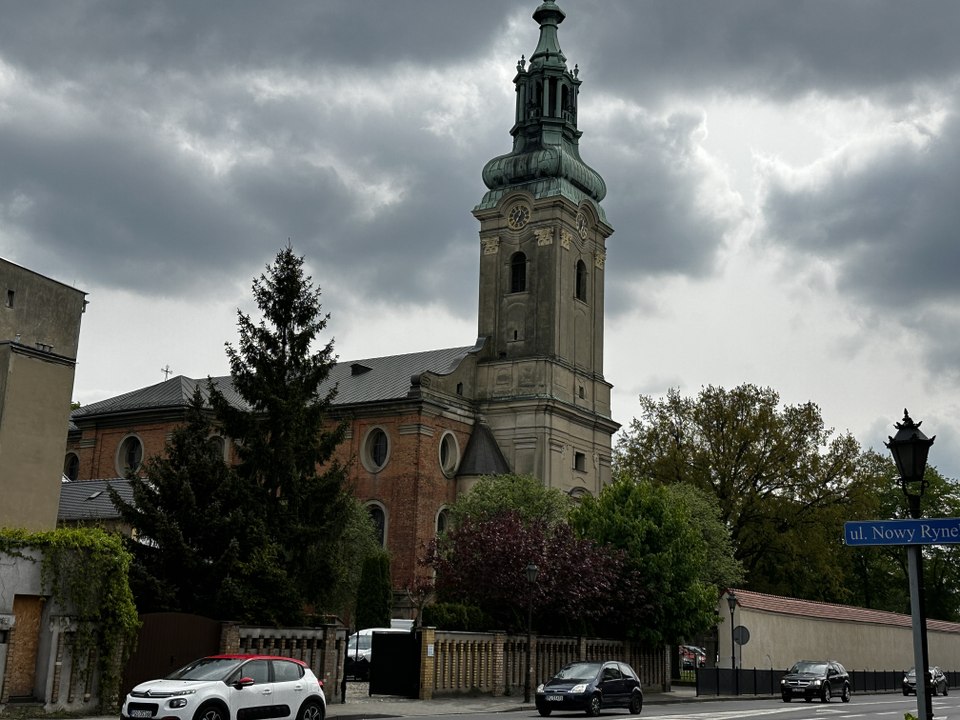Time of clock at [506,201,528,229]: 12:34
